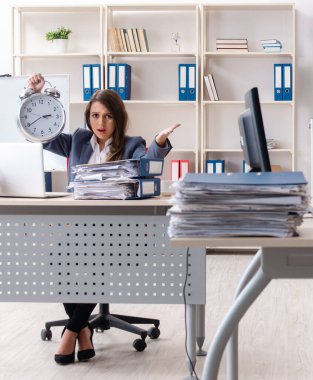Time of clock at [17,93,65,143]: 2:39
